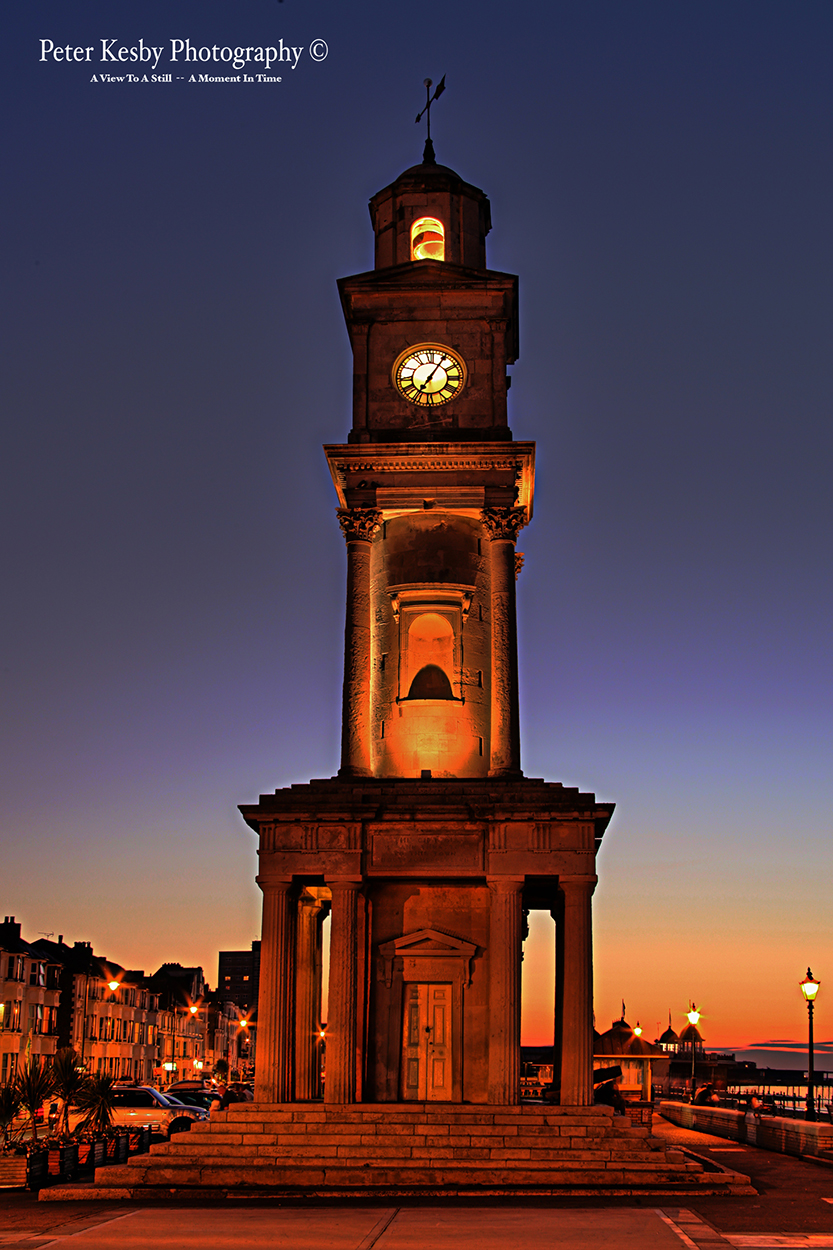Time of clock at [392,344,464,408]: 7:05
